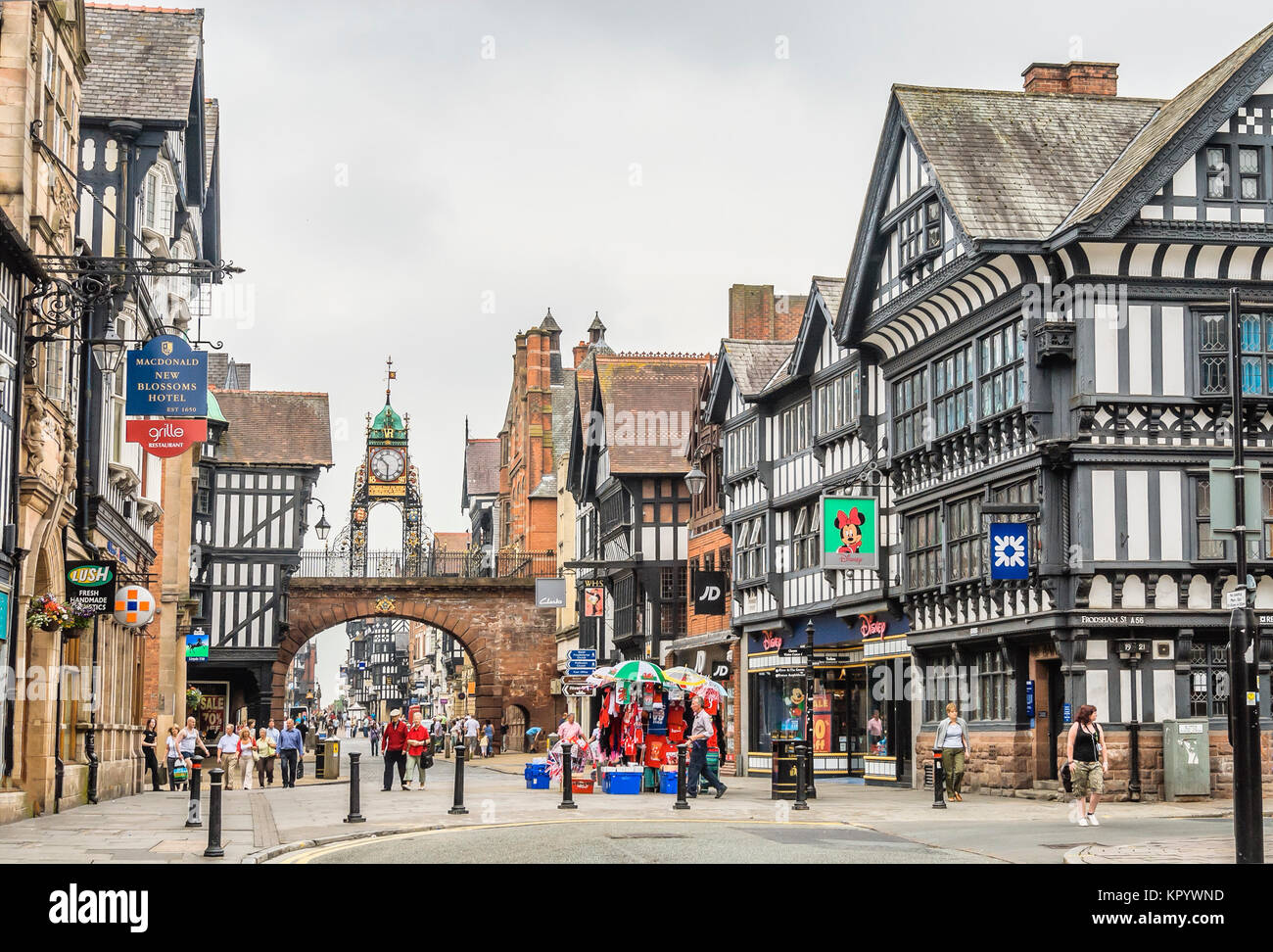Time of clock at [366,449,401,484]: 10:30
